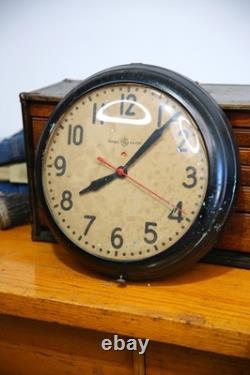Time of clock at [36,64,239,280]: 8:07
